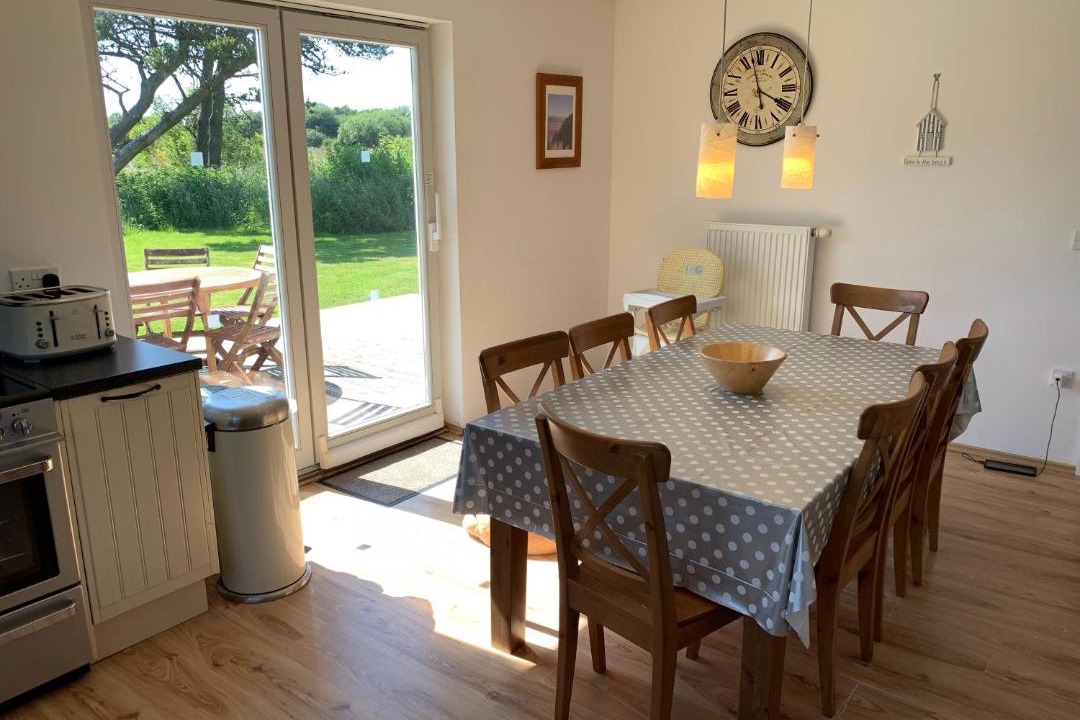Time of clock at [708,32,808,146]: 3:57
